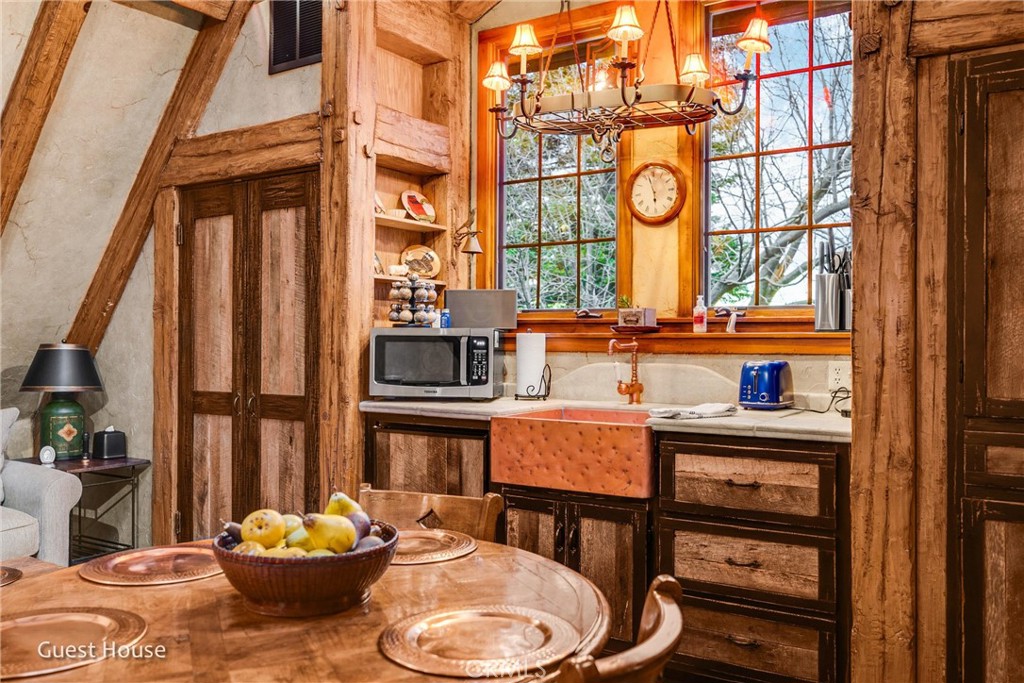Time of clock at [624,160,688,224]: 5:57
